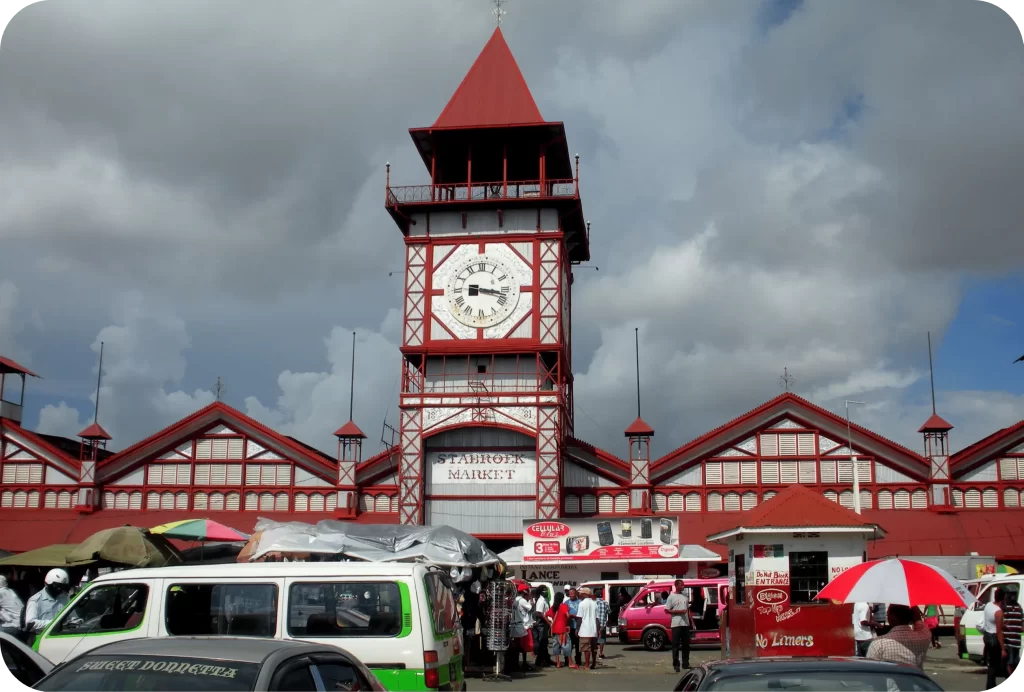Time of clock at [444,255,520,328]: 3:16
